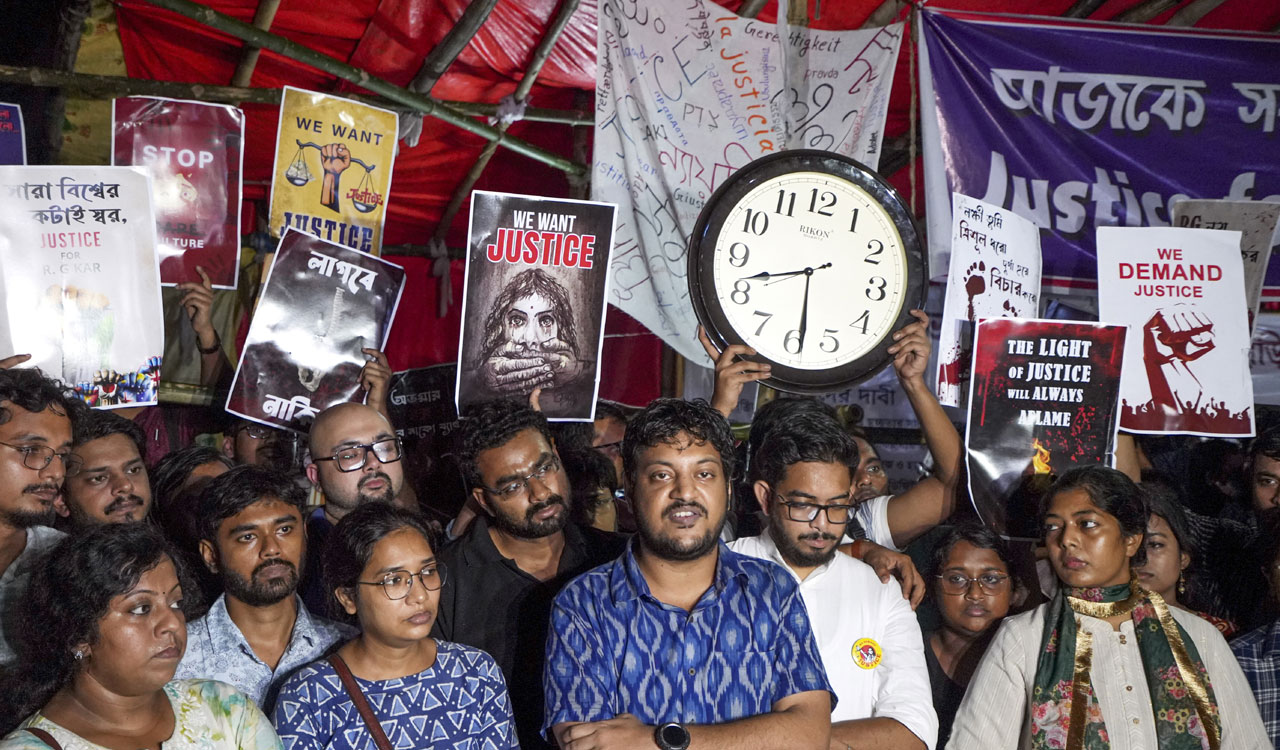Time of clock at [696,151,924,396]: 5:41
